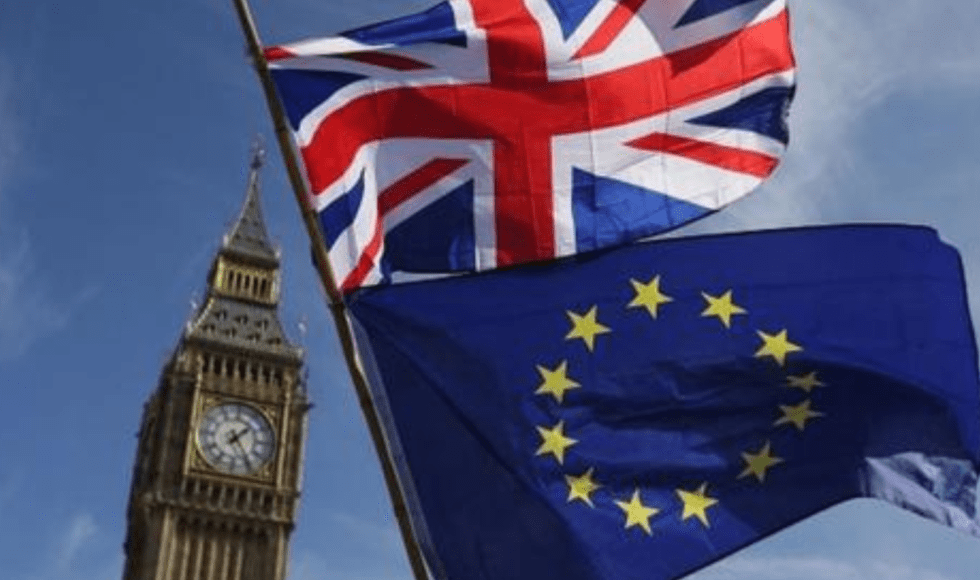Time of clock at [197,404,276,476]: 1:24
